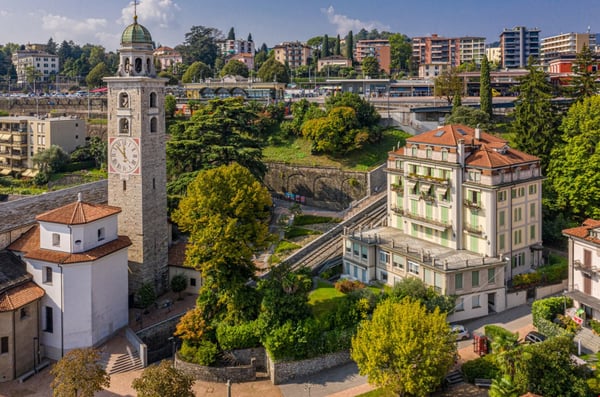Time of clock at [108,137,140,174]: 11:52
